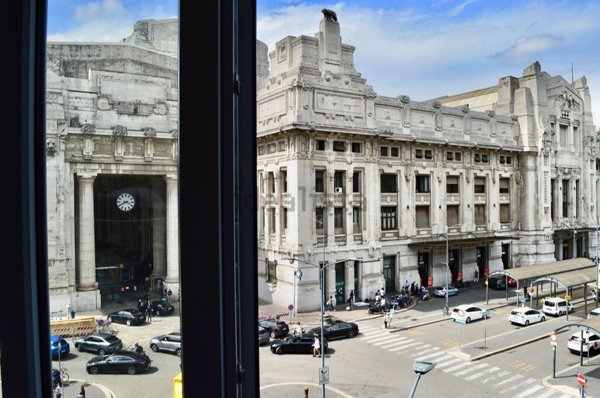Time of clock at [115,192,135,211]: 3:40
